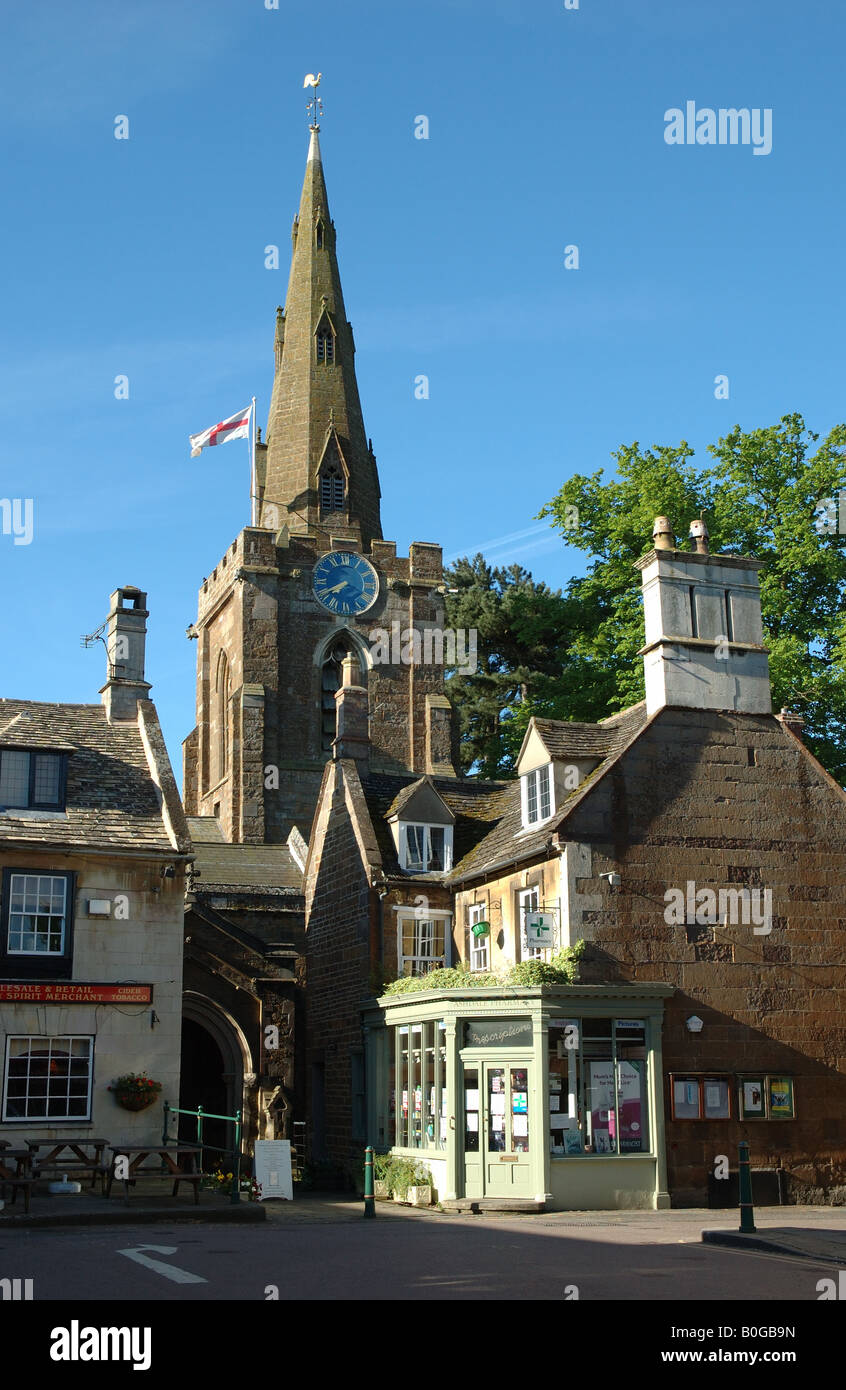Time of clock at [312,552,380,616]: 7:40
